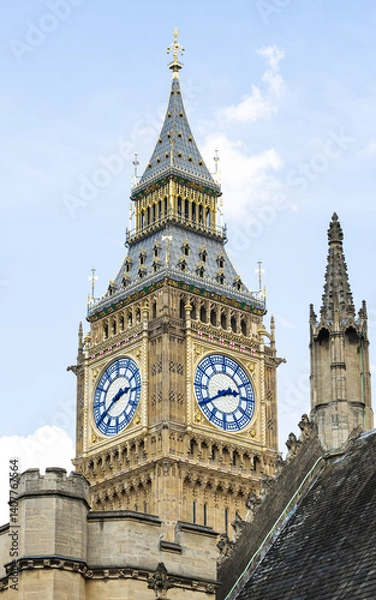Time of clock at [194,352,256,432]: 2:39
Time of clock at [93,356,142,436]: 2:39
